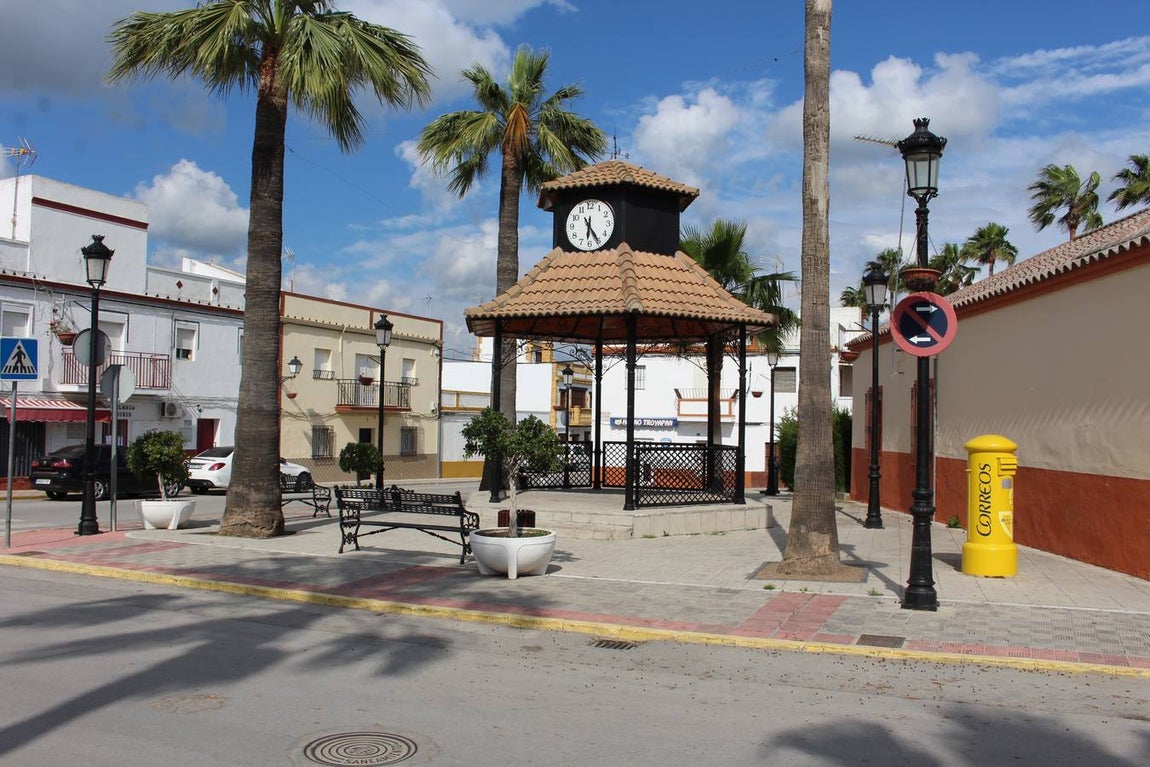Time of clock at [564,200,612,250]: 6:24
